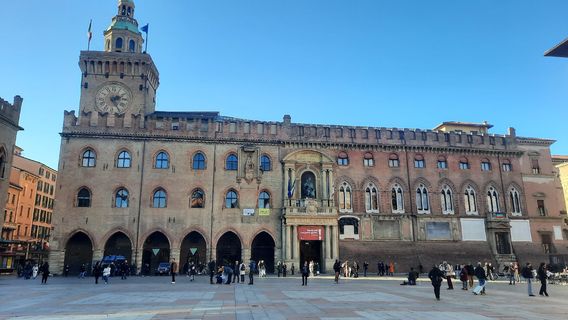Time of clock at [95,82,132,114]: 2:25
